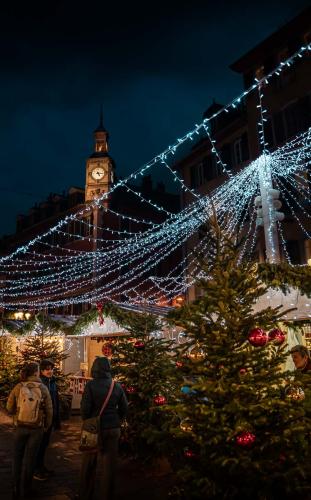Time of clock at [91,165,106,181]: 5:15
